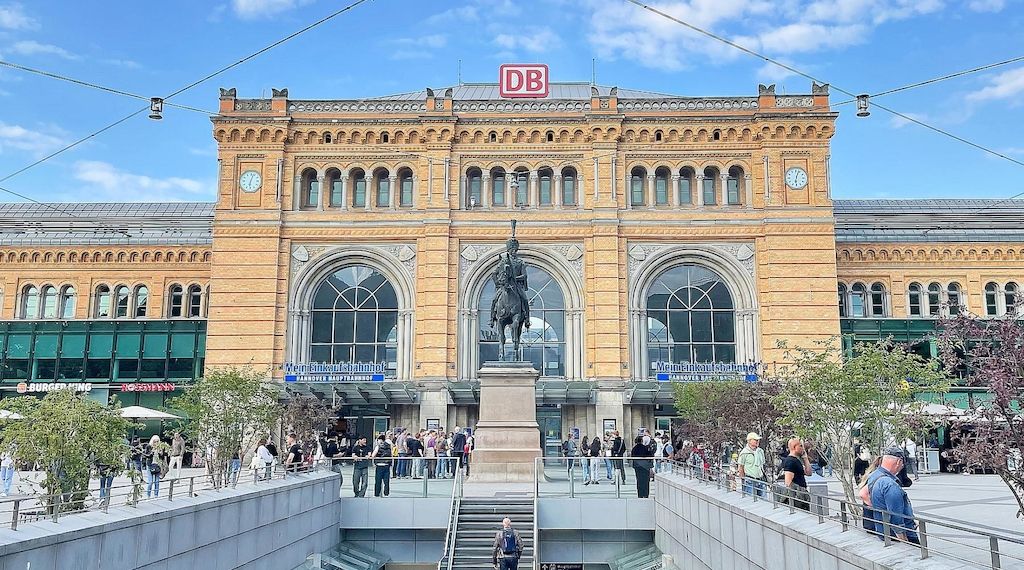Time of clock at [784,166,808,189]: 6:03
